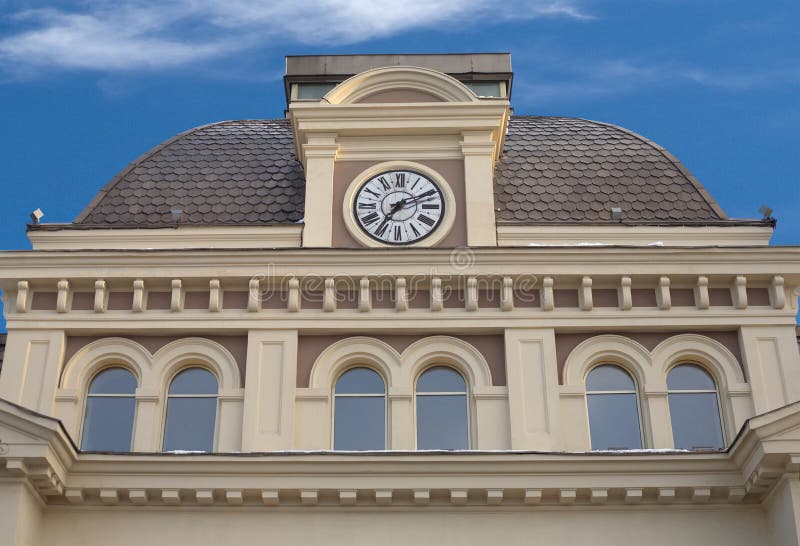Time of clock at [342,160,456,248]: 7:10
